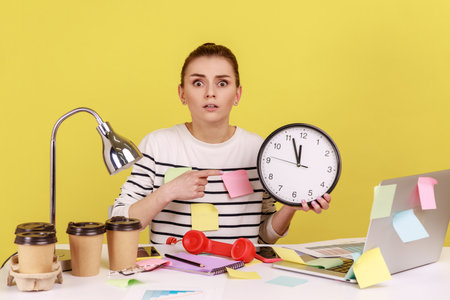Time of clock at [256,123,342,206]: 11:56
